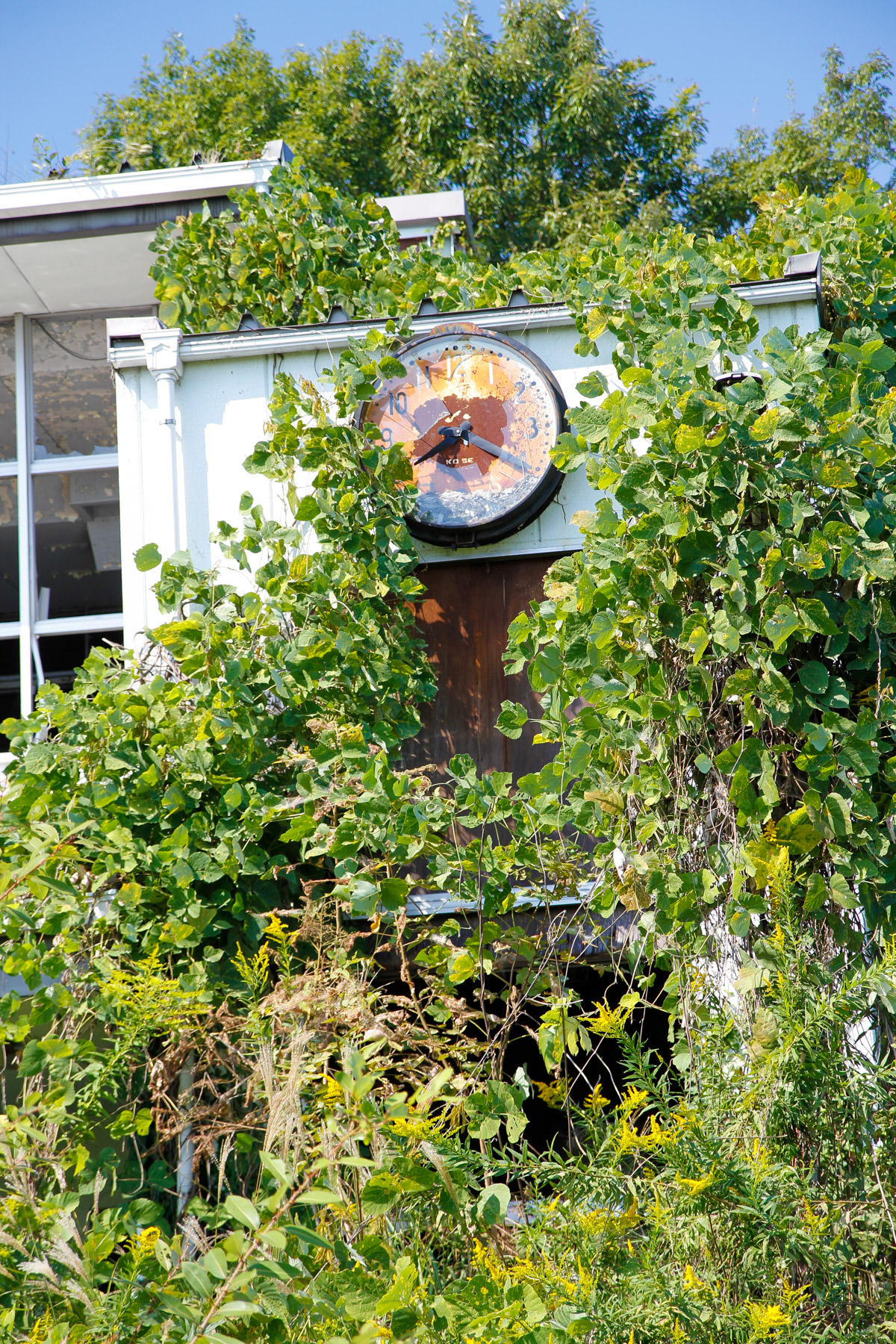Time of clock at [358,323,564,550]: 8:20
